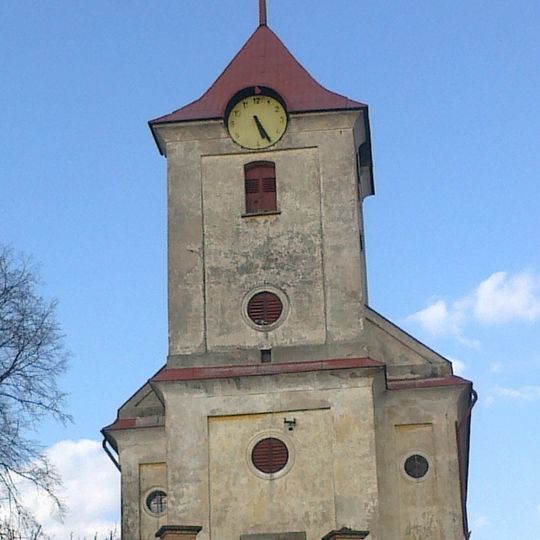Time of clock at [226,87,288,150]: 5:25
